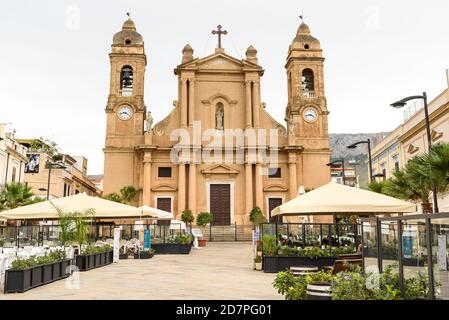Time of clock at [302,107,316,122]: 3:43
